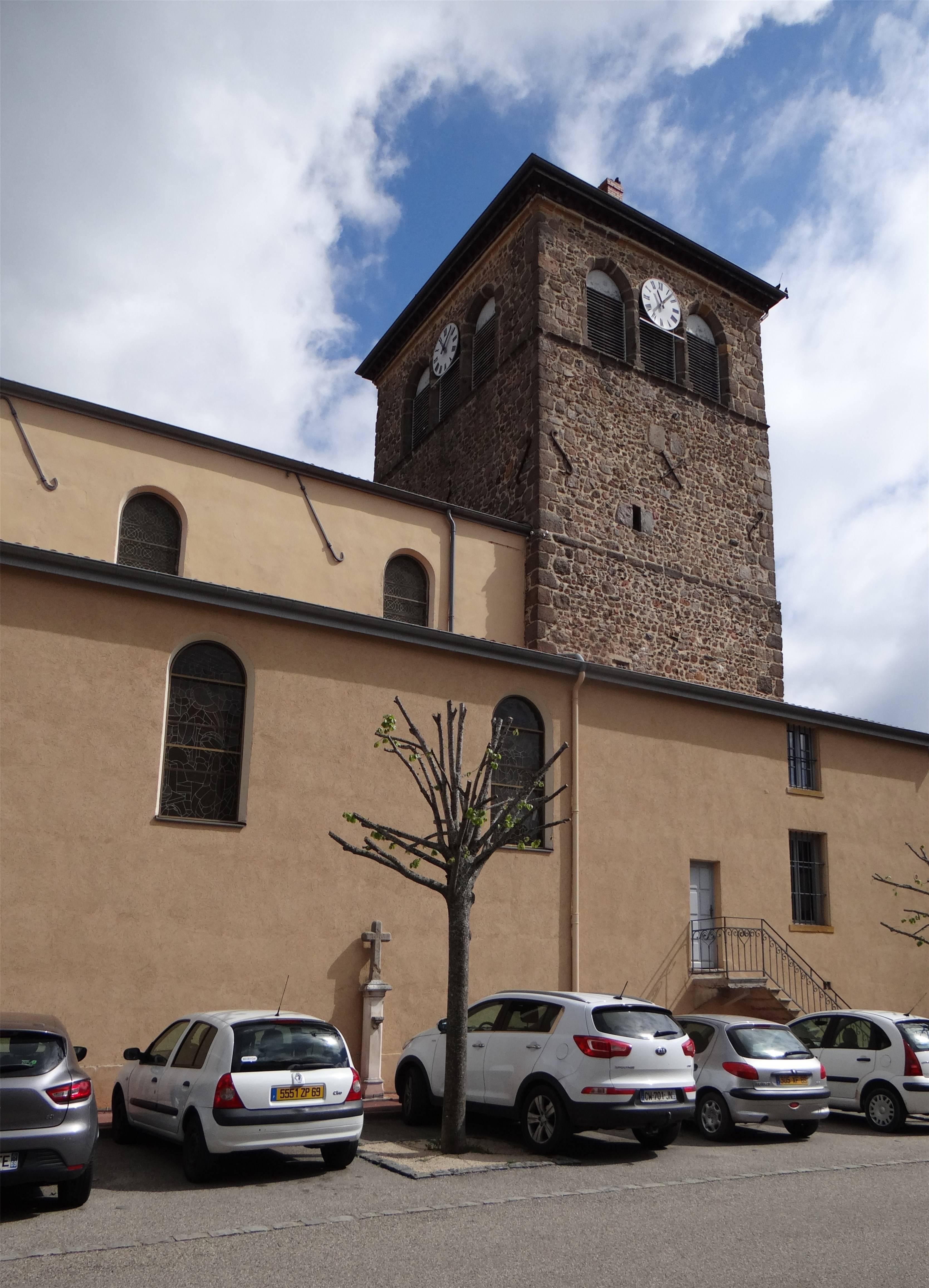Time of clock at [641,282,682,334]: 11:07
